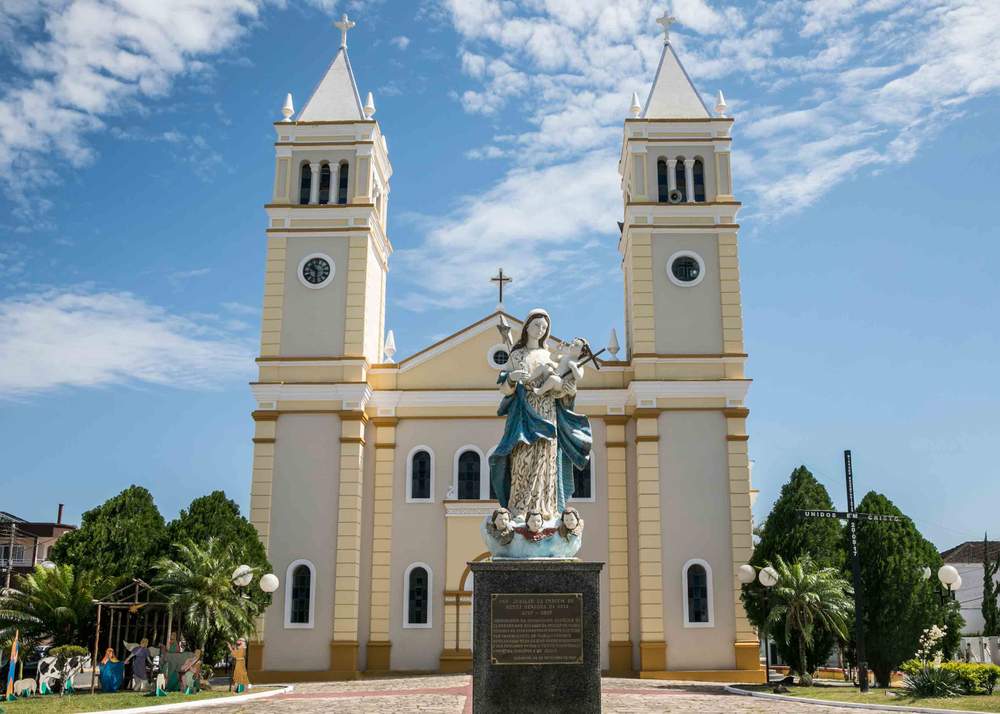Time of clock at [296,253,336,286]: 10:30
